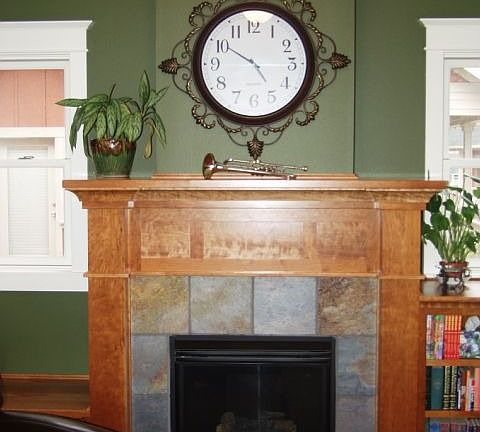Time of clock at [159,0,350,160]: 4:50
